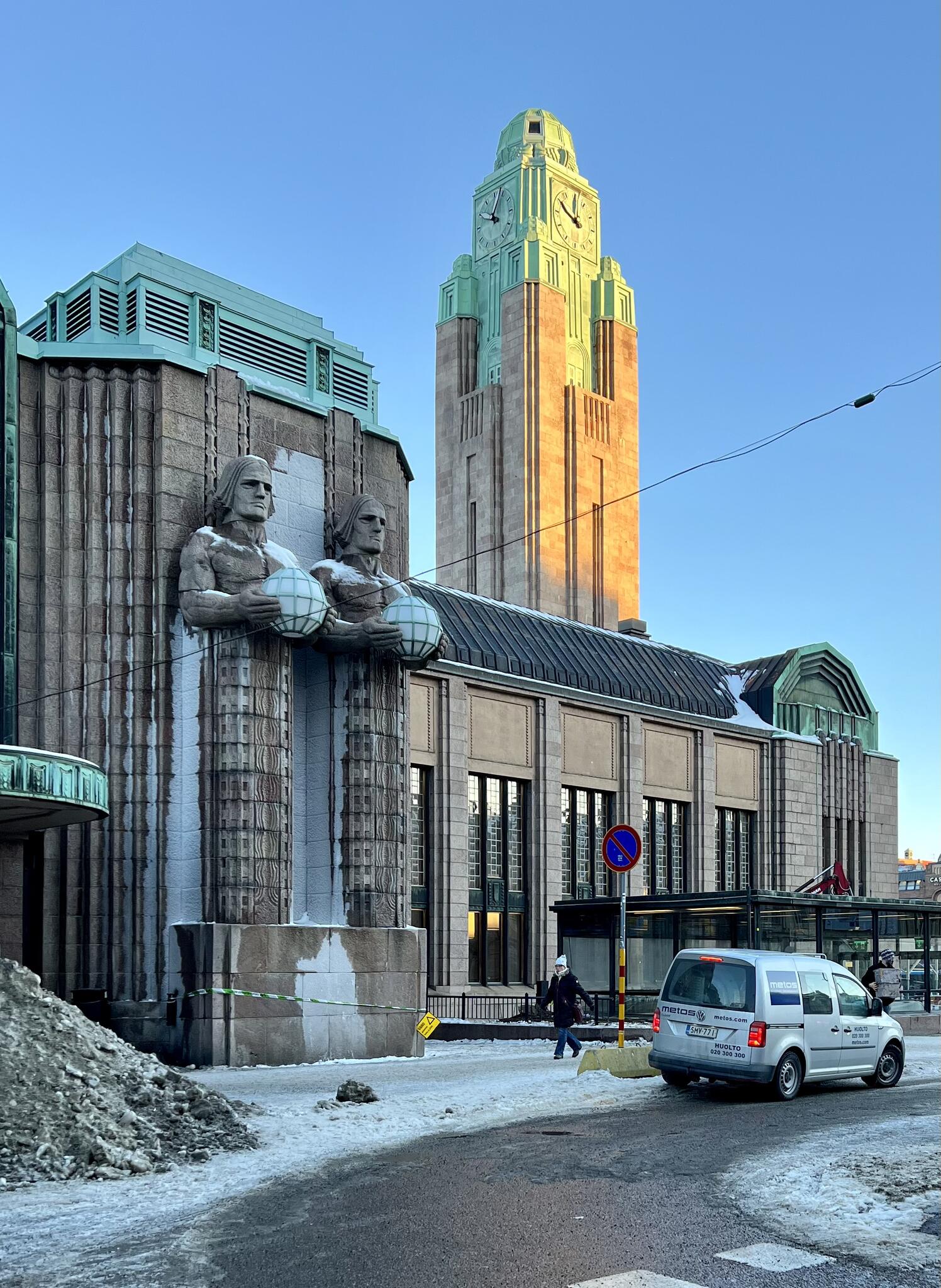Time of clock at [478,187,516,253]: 10:03
